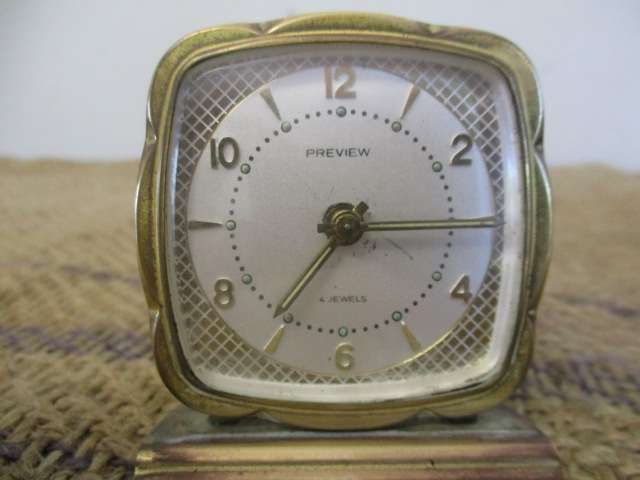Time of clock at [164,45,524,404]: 7:15
